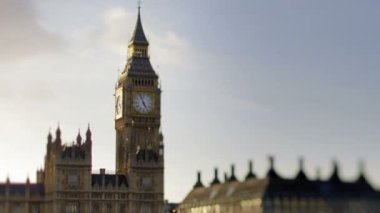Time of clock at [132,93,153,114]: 4:57
